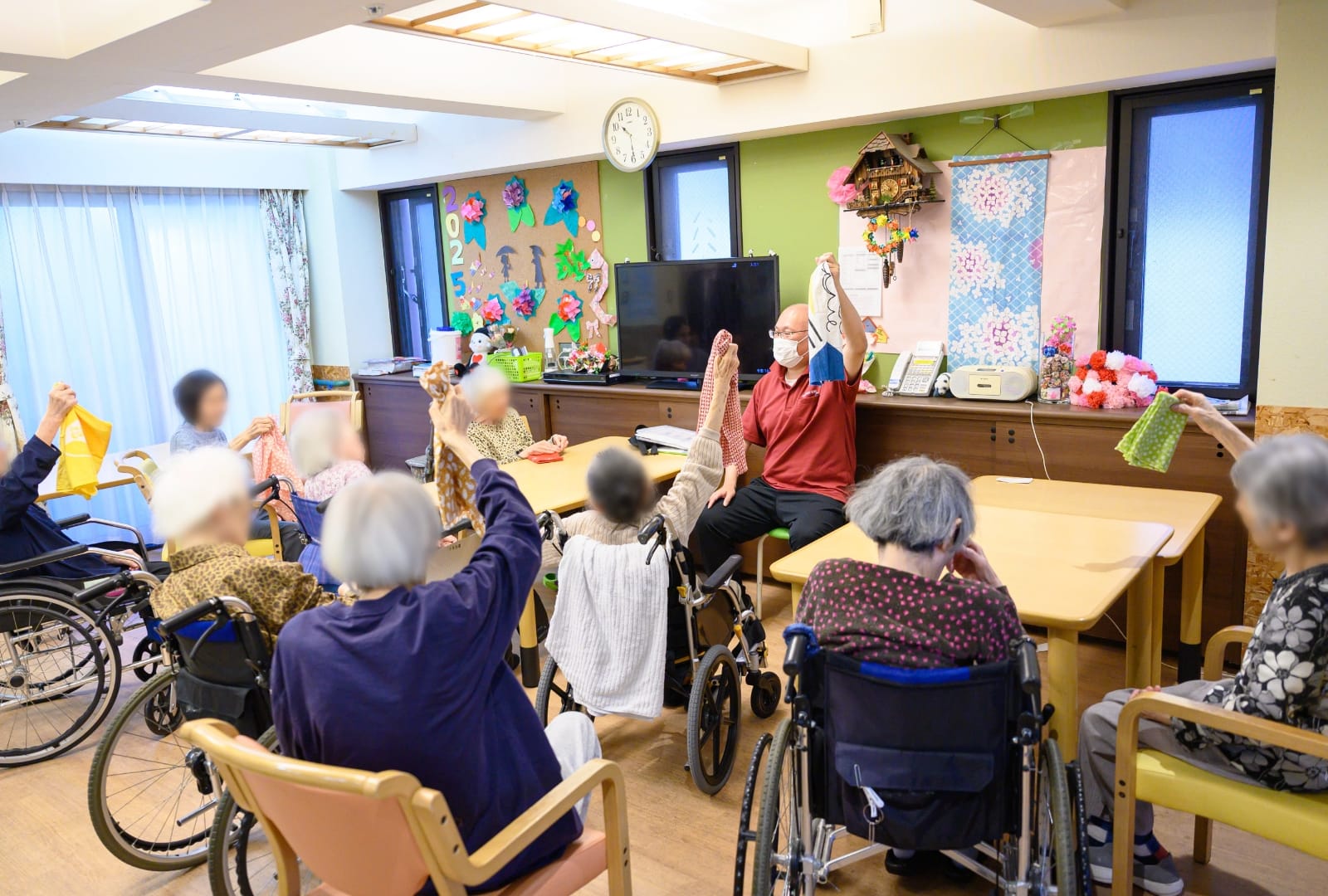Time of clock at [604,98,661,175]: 10:30
